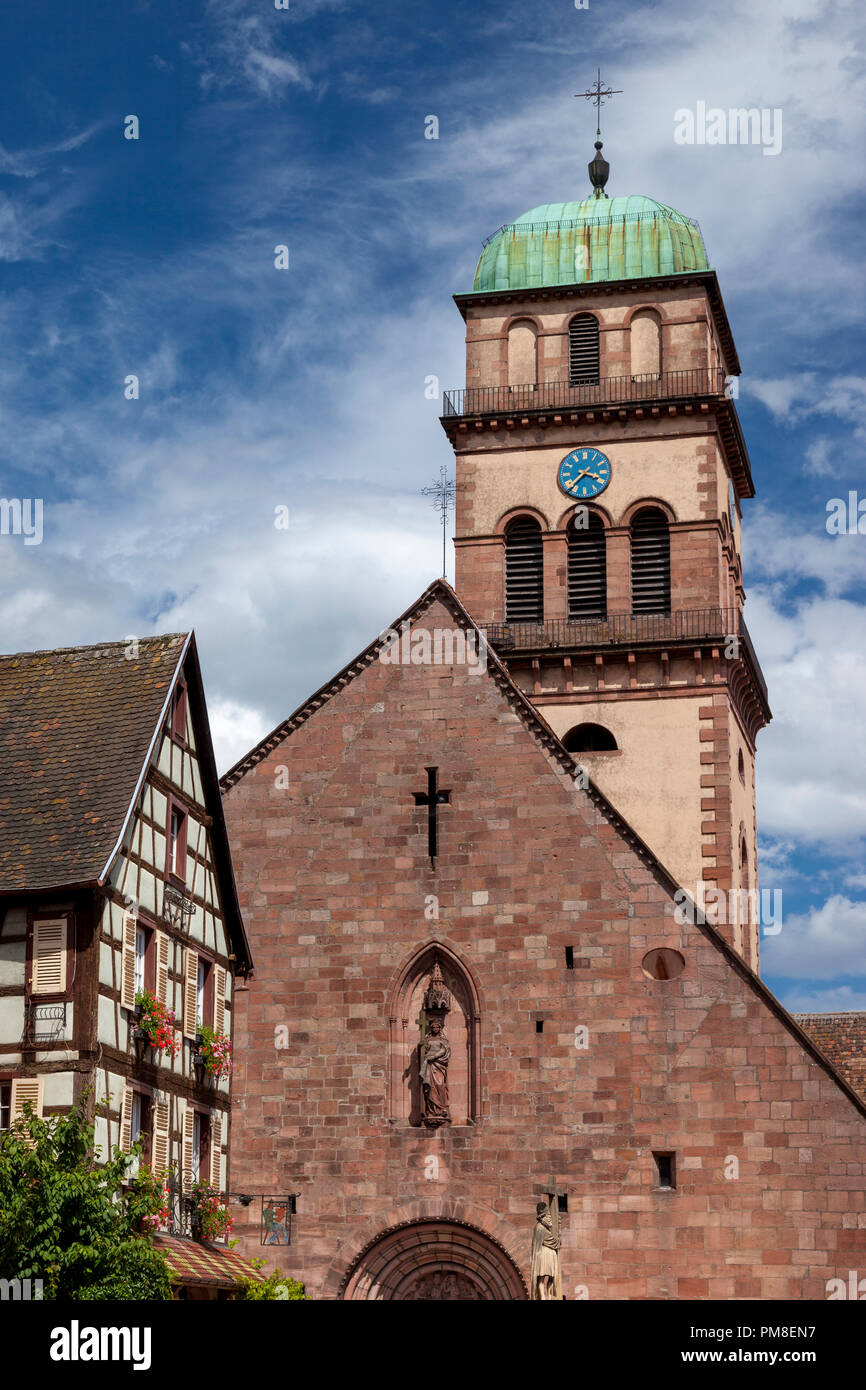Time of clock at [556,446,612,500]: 3:37
